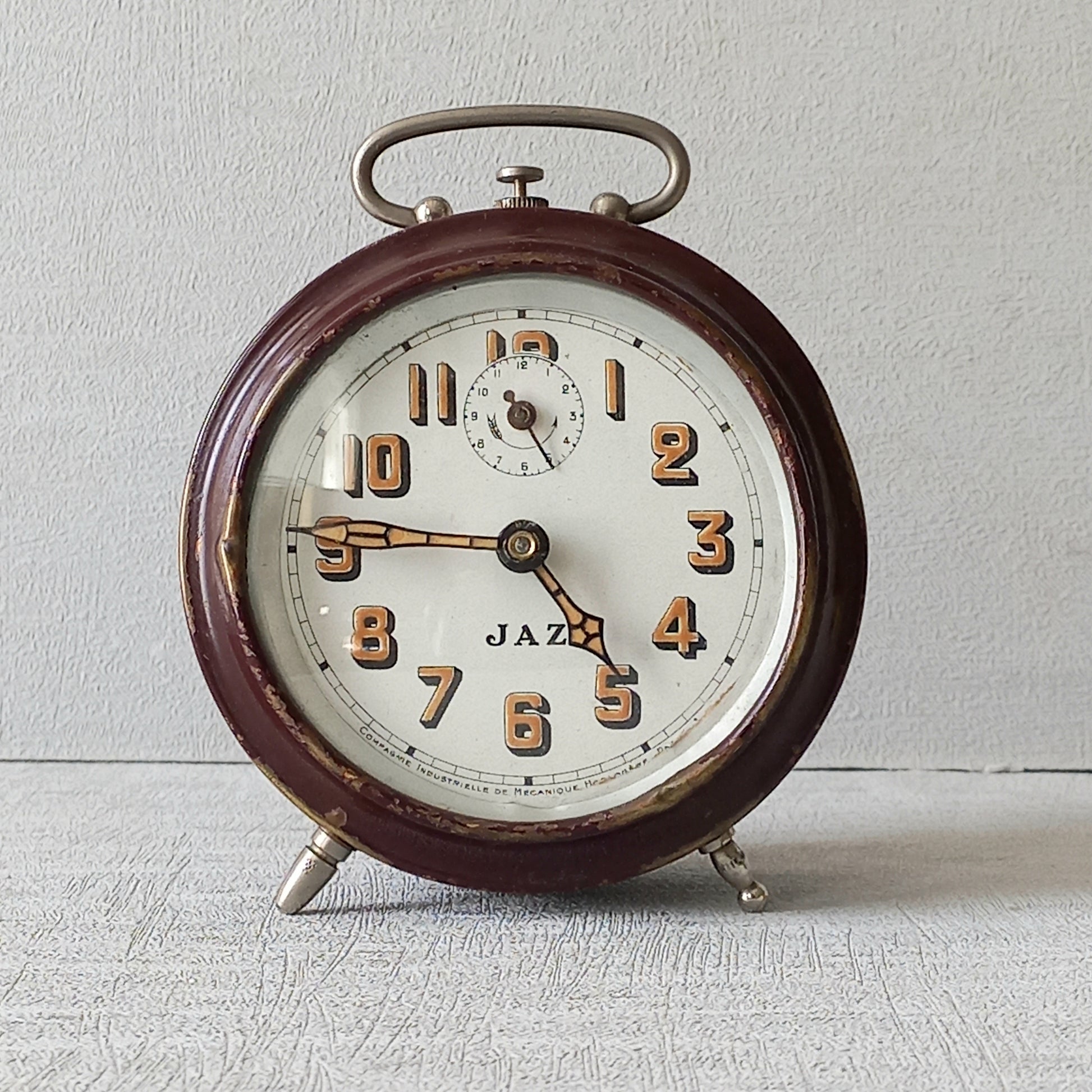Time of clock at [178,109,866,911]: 4:45
